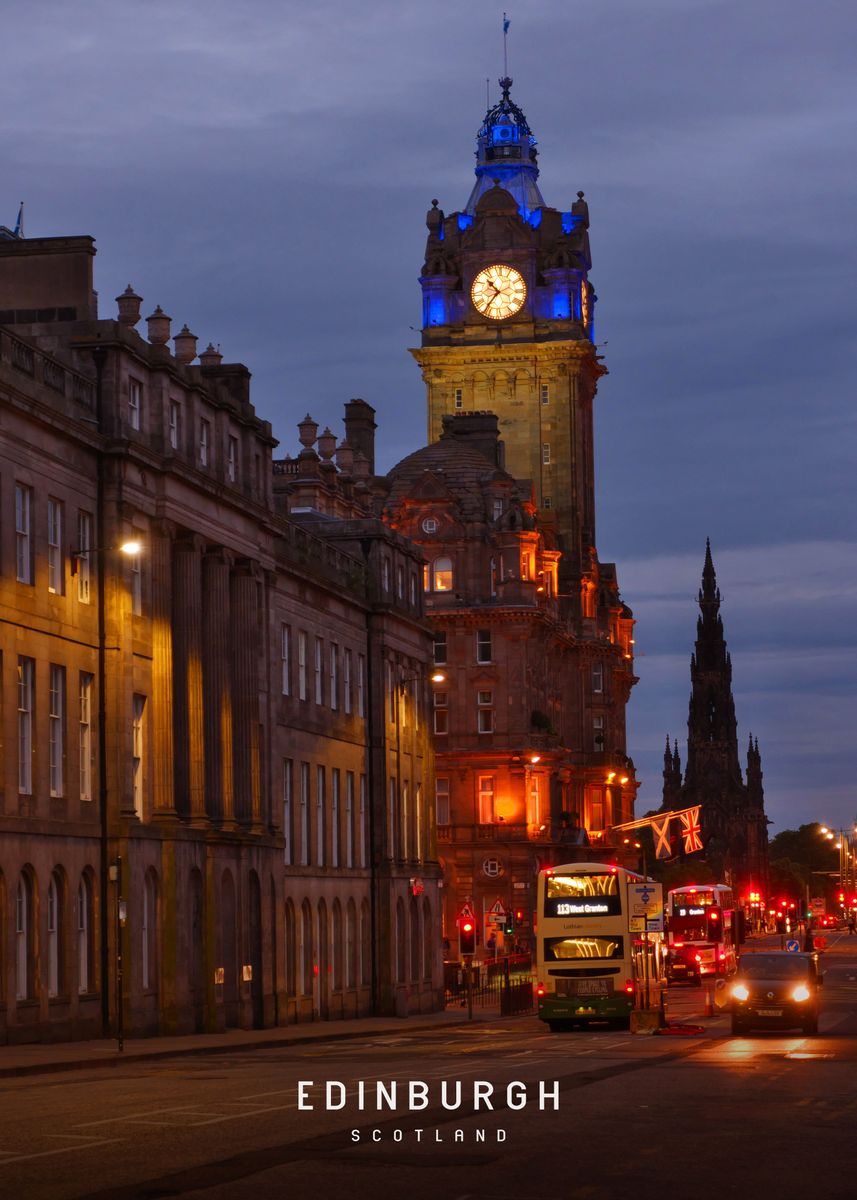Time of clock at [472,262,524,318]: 10:36
